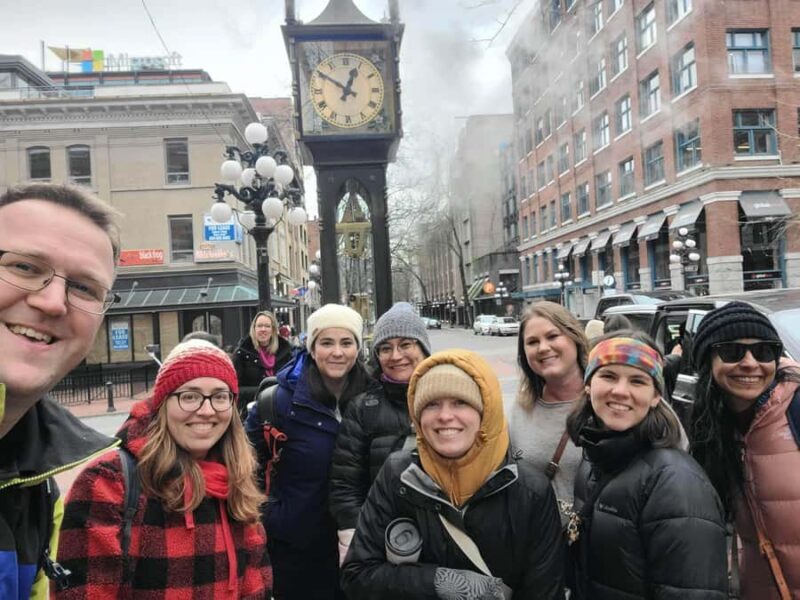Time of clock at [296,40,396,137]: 12:50
